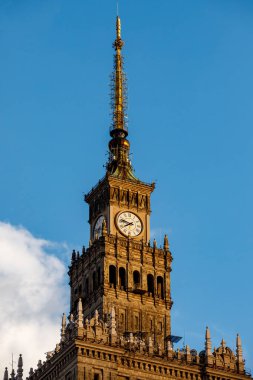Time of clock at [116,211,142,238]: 7:47
